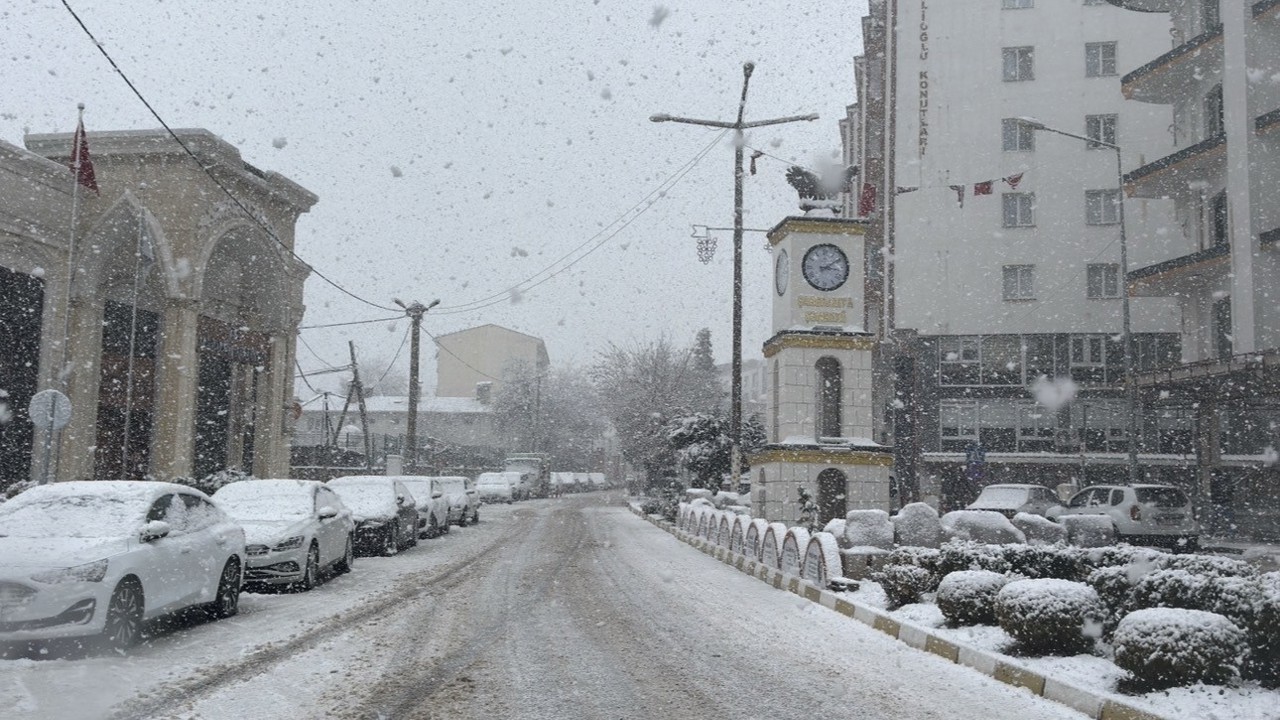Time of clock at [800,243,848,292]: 3:09
